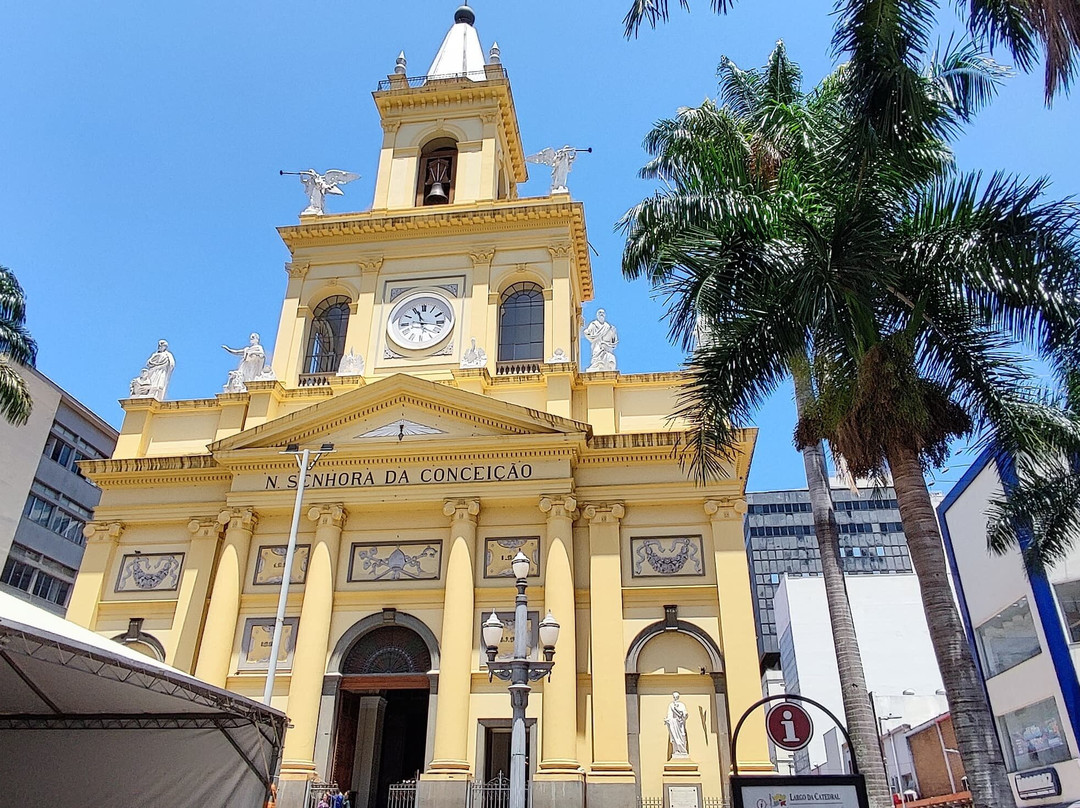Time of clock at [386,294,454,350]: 11:16
